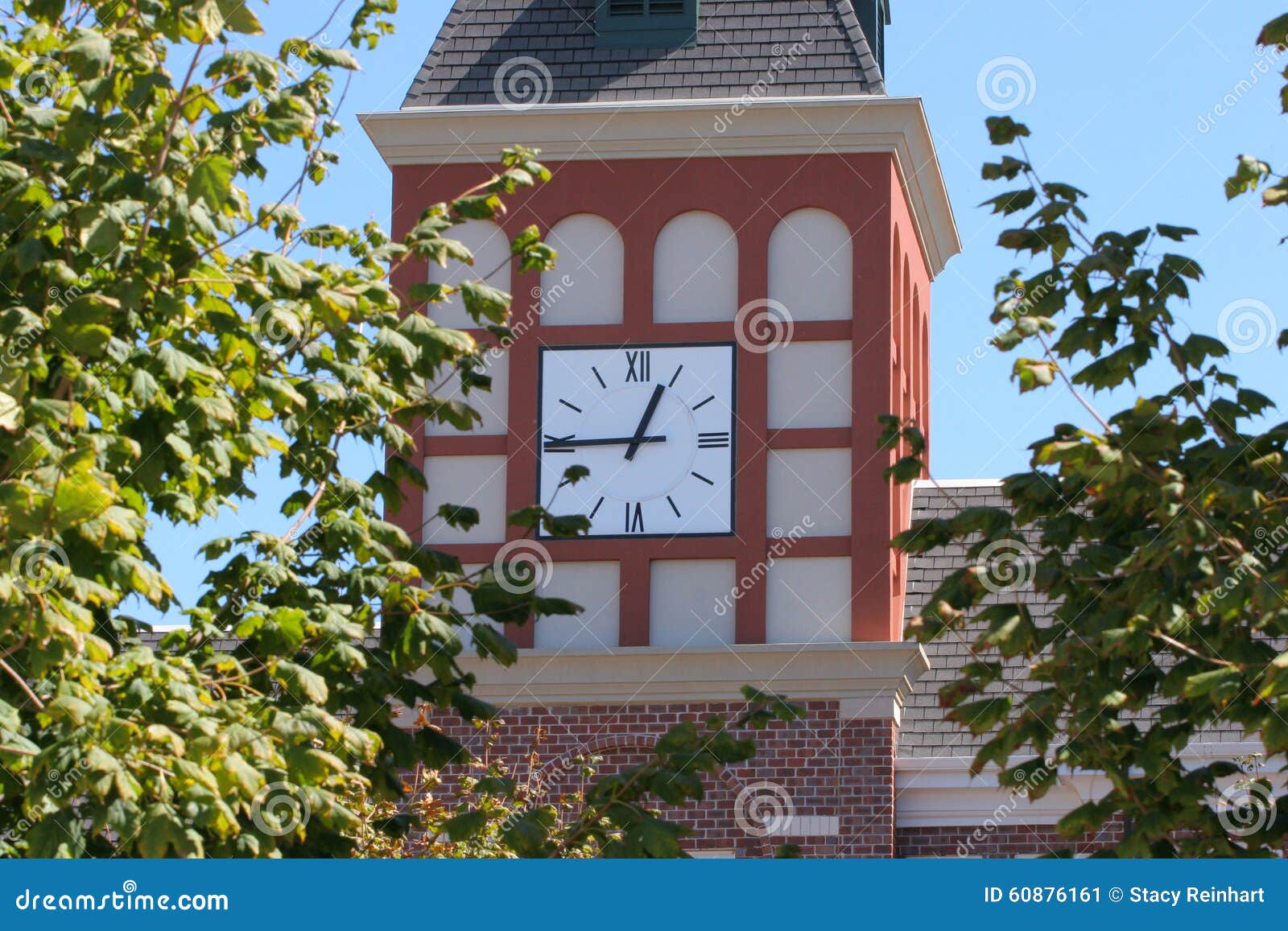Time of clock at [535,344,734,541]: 12:44
